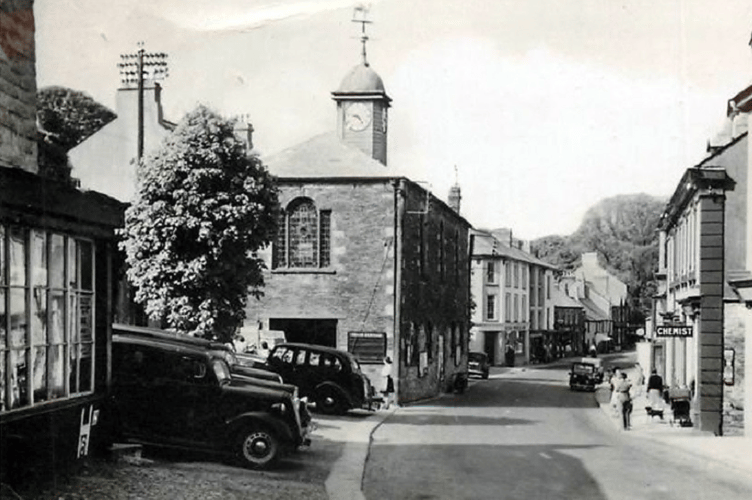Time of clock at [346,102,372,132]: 9:23
